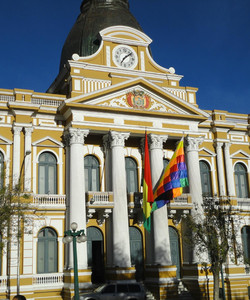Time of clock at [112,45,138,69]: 7:08
